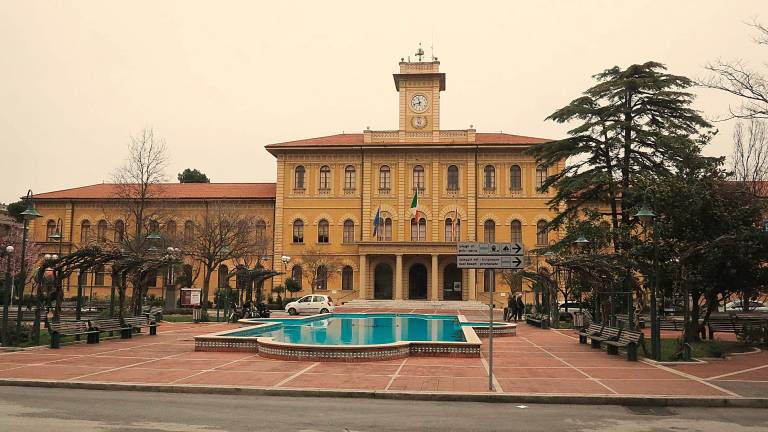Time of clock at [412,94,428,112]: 11:42
